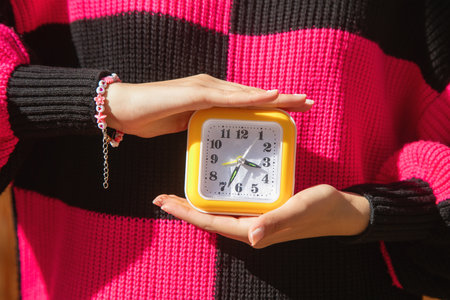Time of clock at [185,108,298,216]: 3:33
